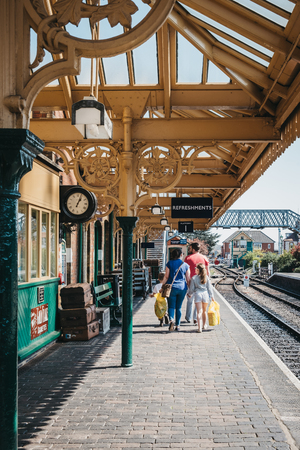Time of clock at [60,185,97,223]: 1:03
